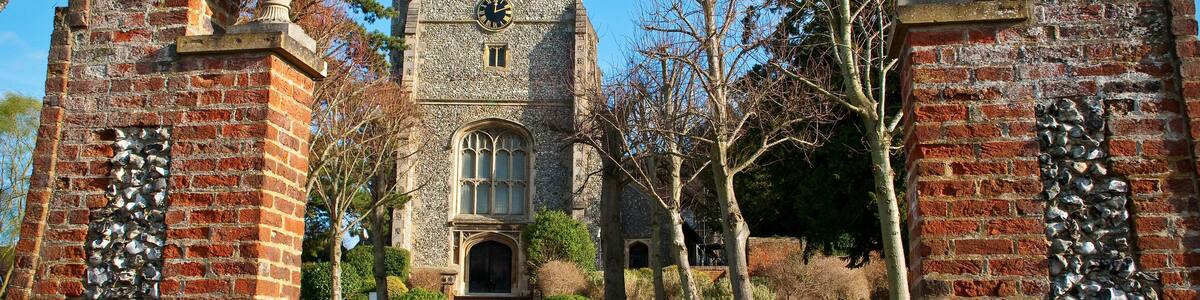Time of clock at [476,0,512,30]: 12:11
